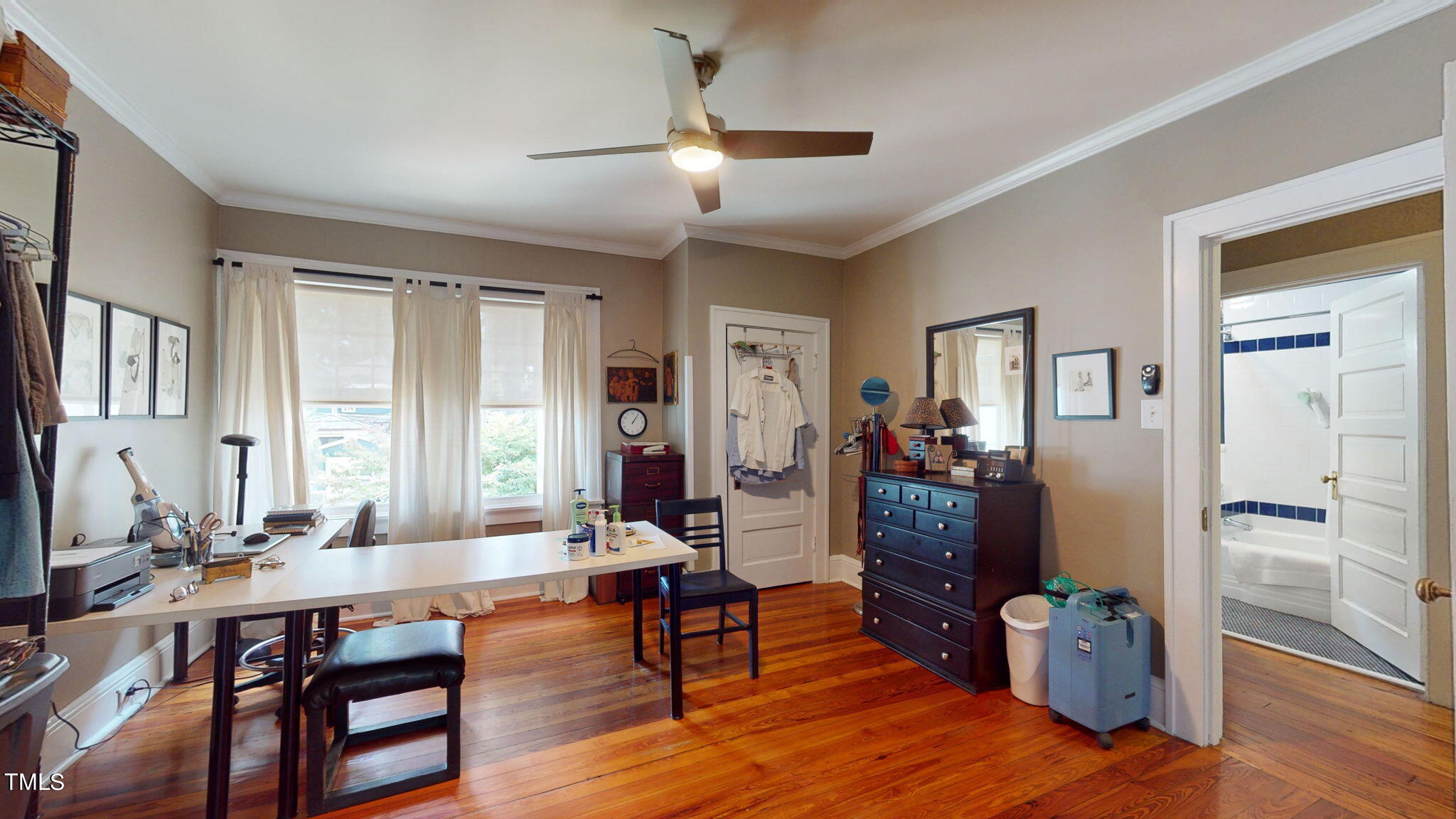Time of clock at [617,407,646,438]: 1:05
